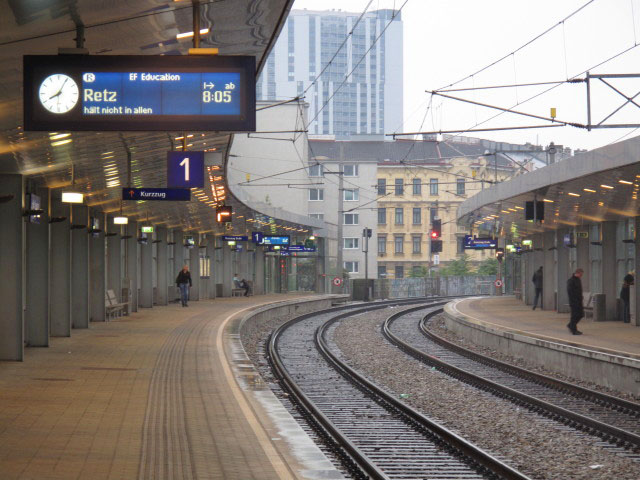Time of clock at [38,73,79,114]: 8:04
